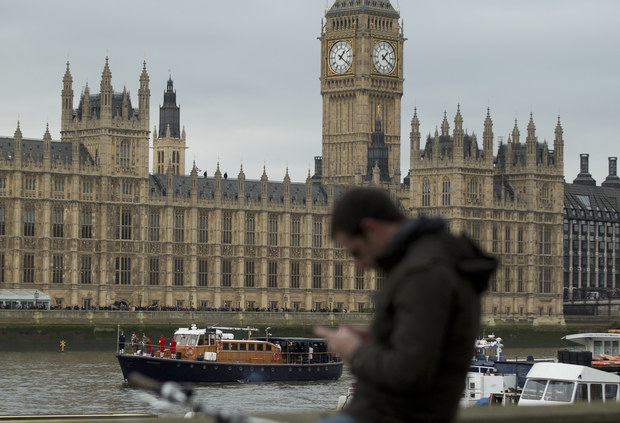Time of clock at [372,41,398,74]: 1:20
